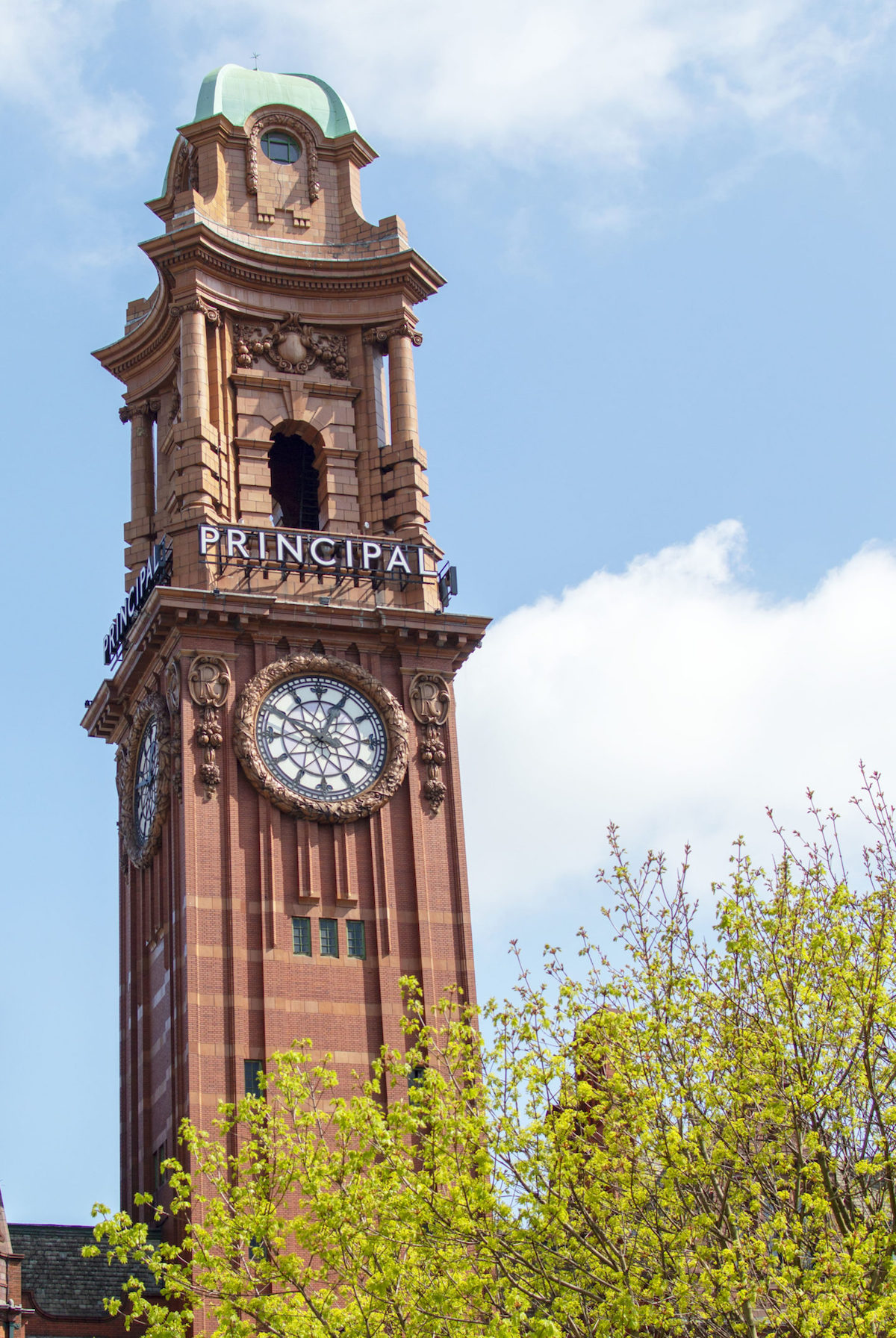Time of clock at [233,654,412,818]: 12:49
